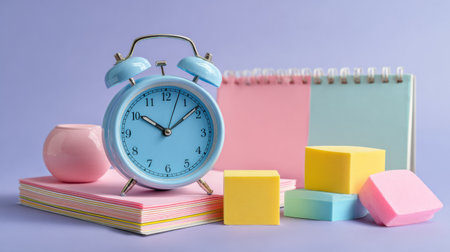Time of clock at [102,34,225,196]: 10:08
